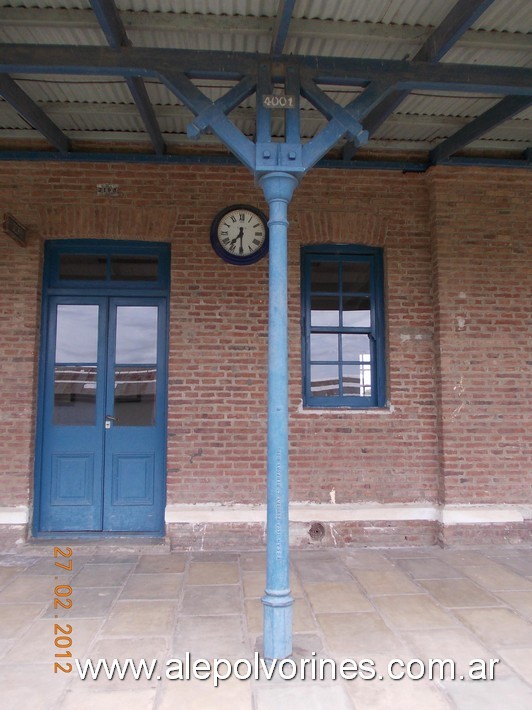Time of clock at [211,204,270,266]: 7:29
